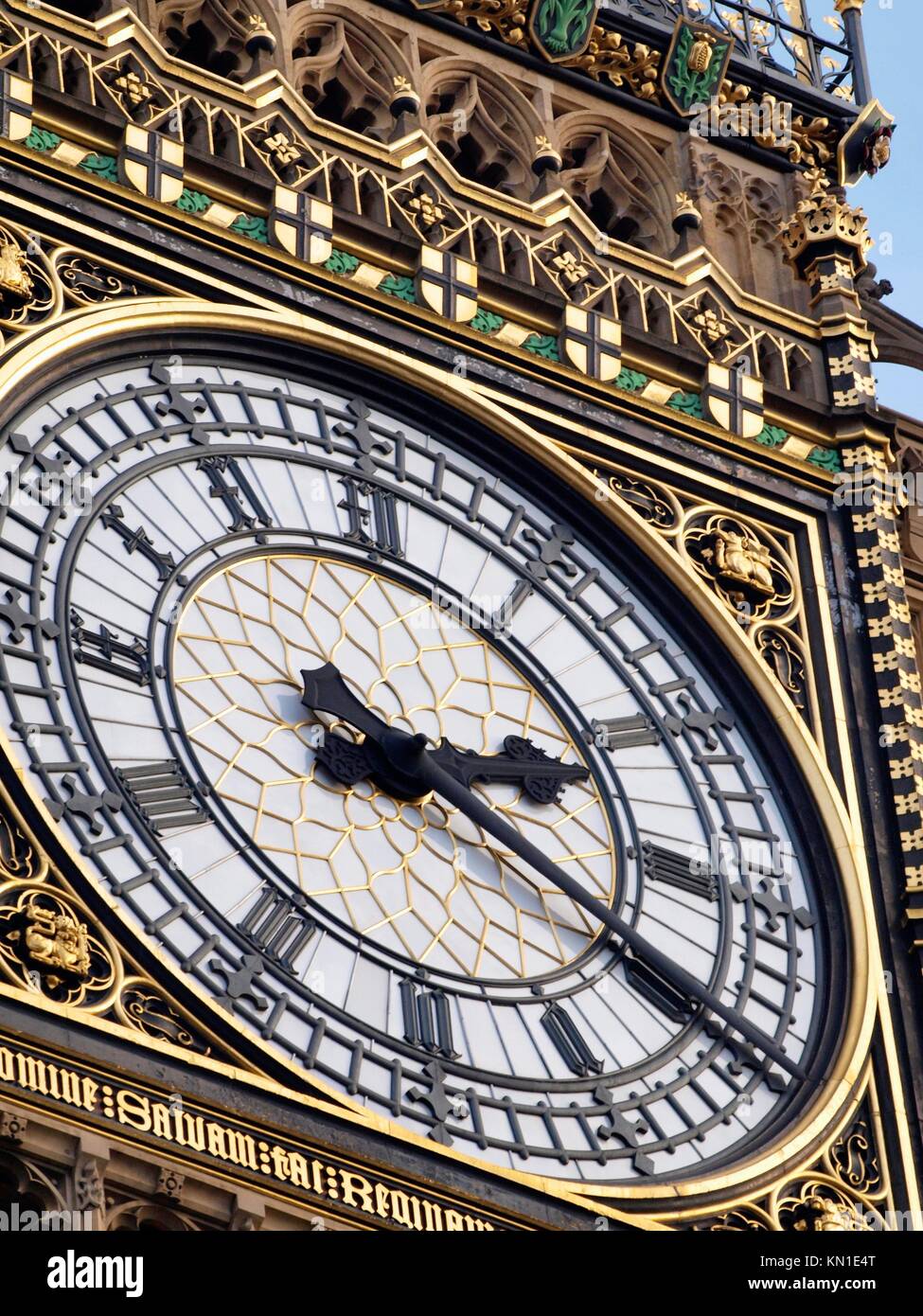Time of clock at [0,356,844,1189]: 2:19
